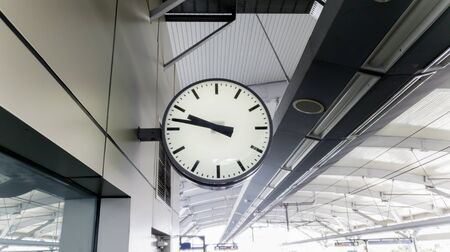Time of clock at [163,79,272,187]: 9:47
